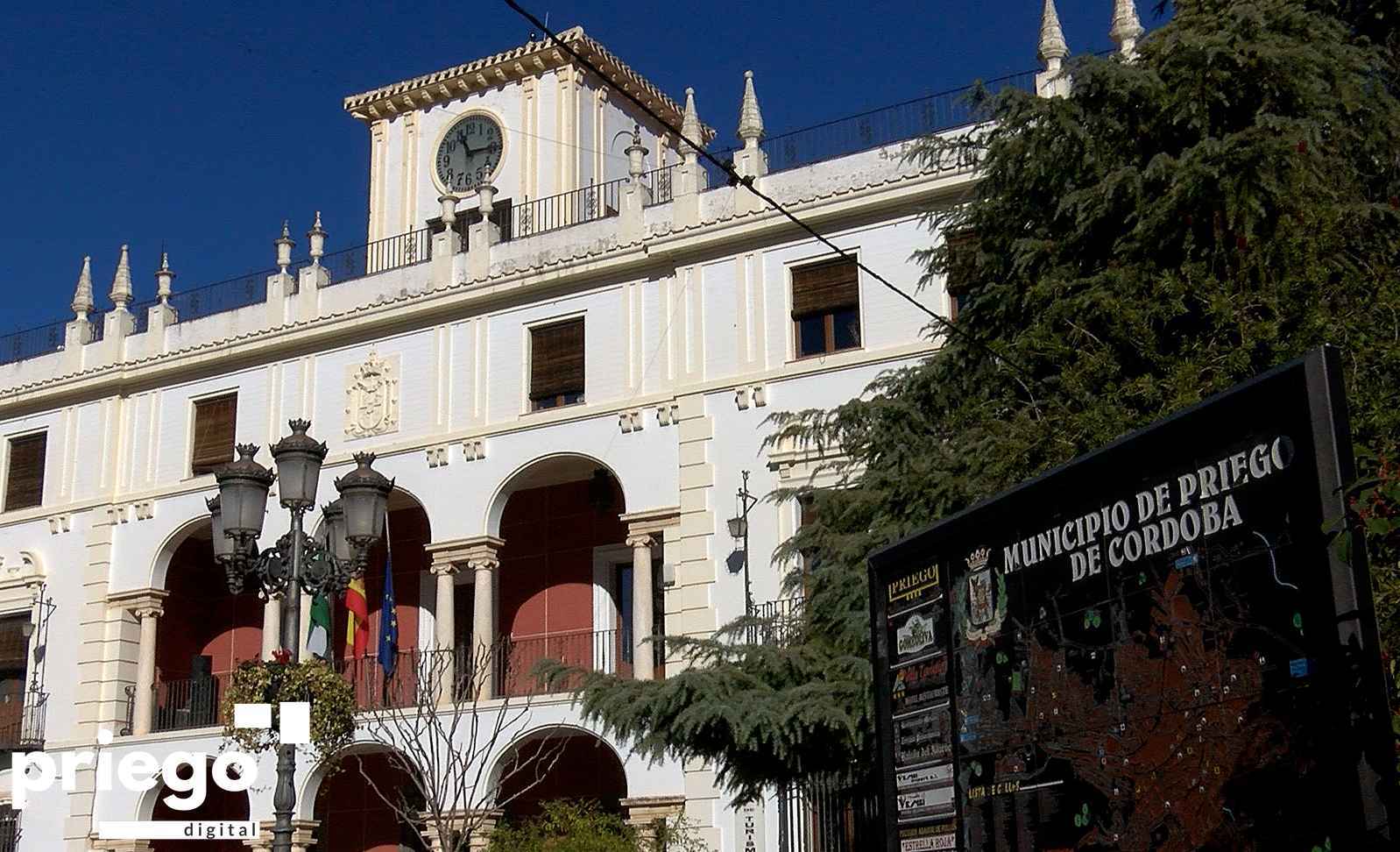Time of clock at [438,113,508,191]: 11:14
